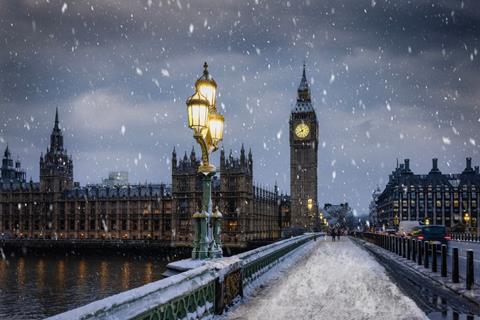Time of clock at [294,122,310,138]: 7:57
